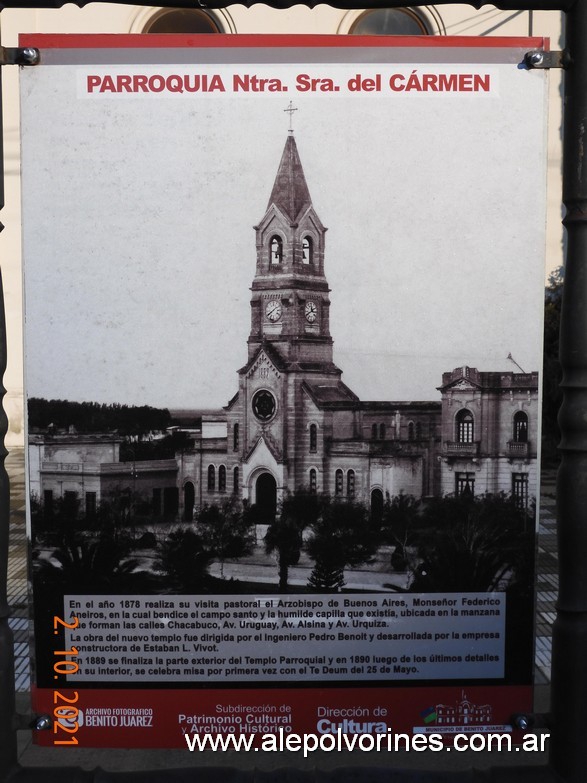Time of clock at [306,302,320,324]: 11:40
